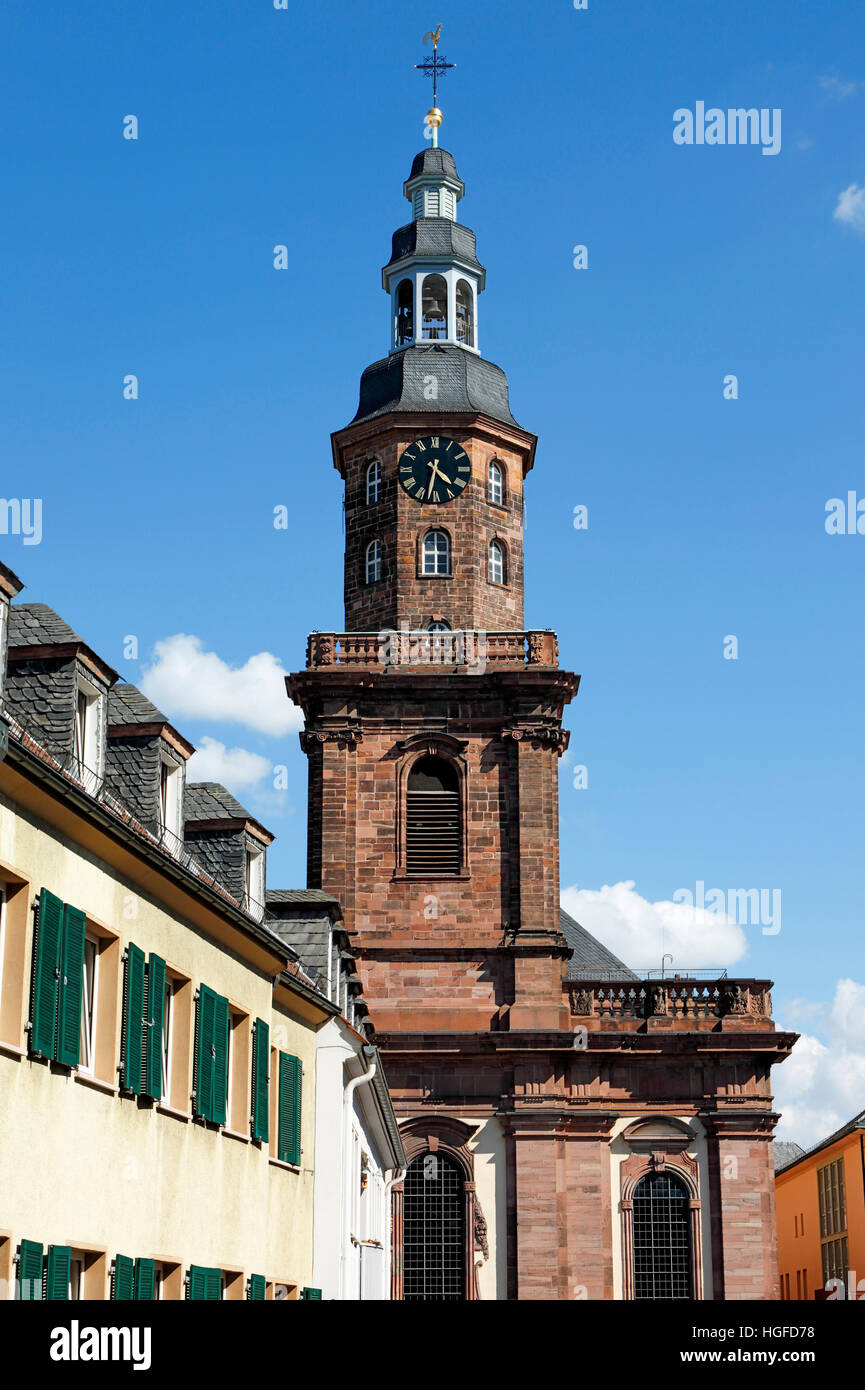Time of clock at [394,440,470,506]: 4:32
